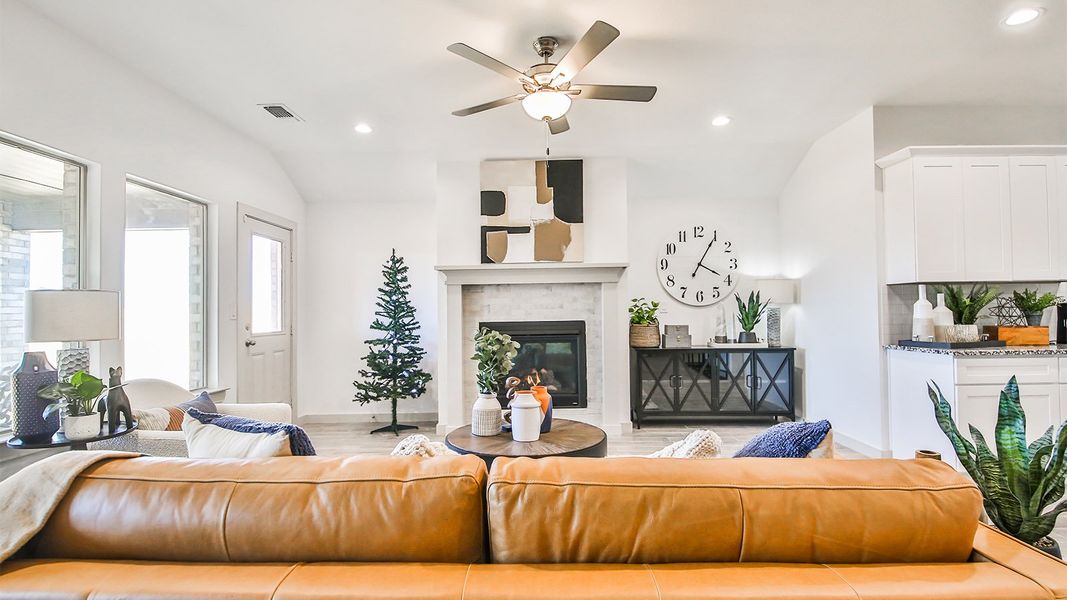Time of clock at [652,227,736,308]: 4:05
